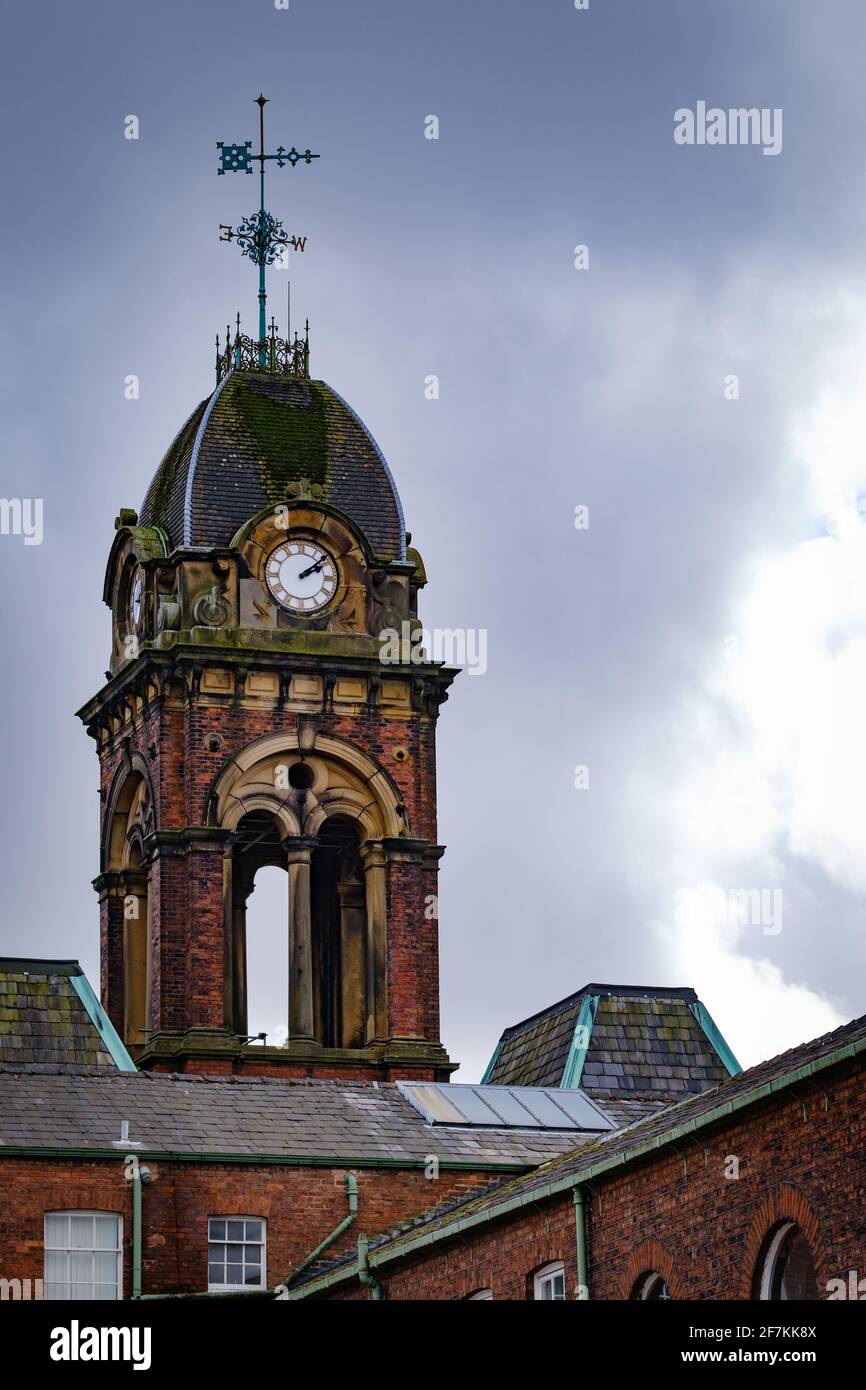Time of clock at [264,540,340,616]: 2:08
